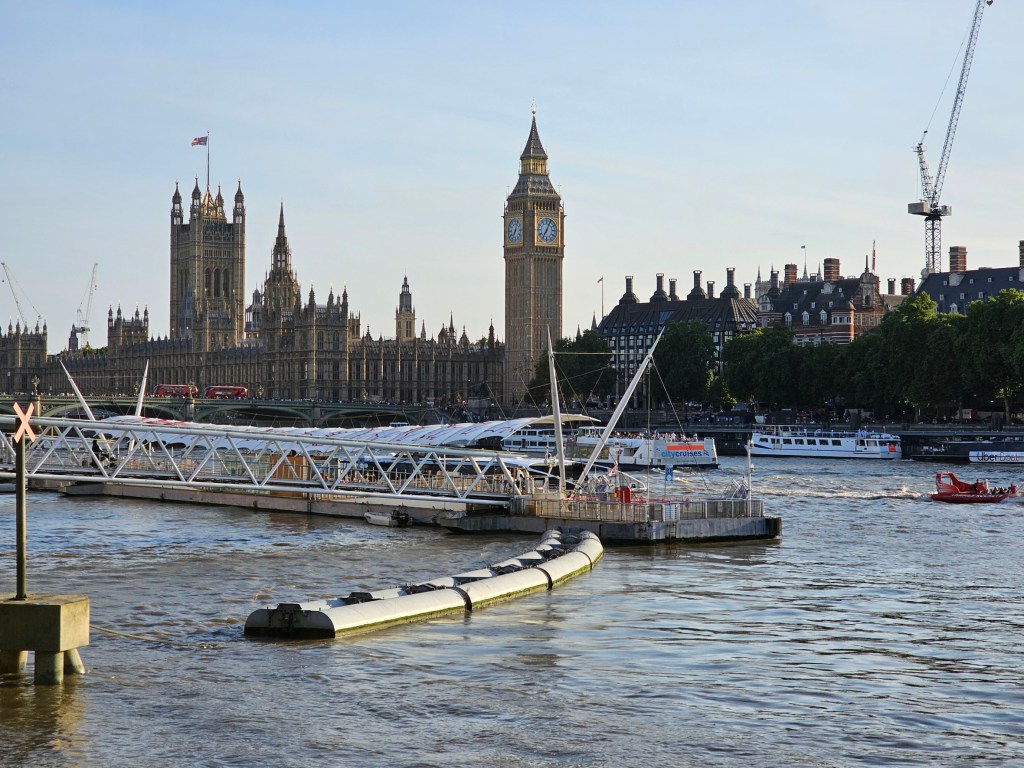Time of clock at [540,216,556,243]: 7:04
